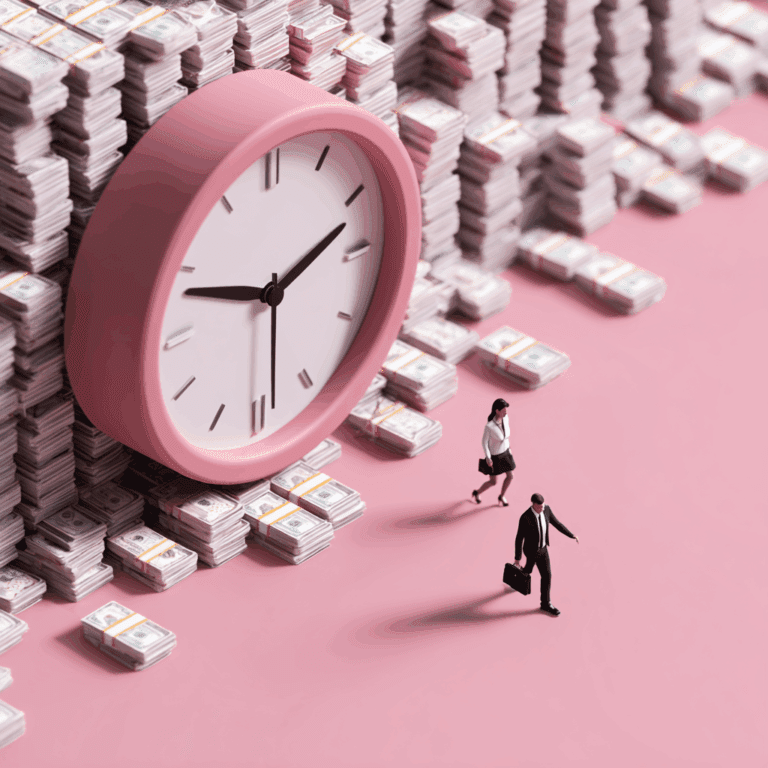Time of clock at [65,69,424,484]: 2:48
